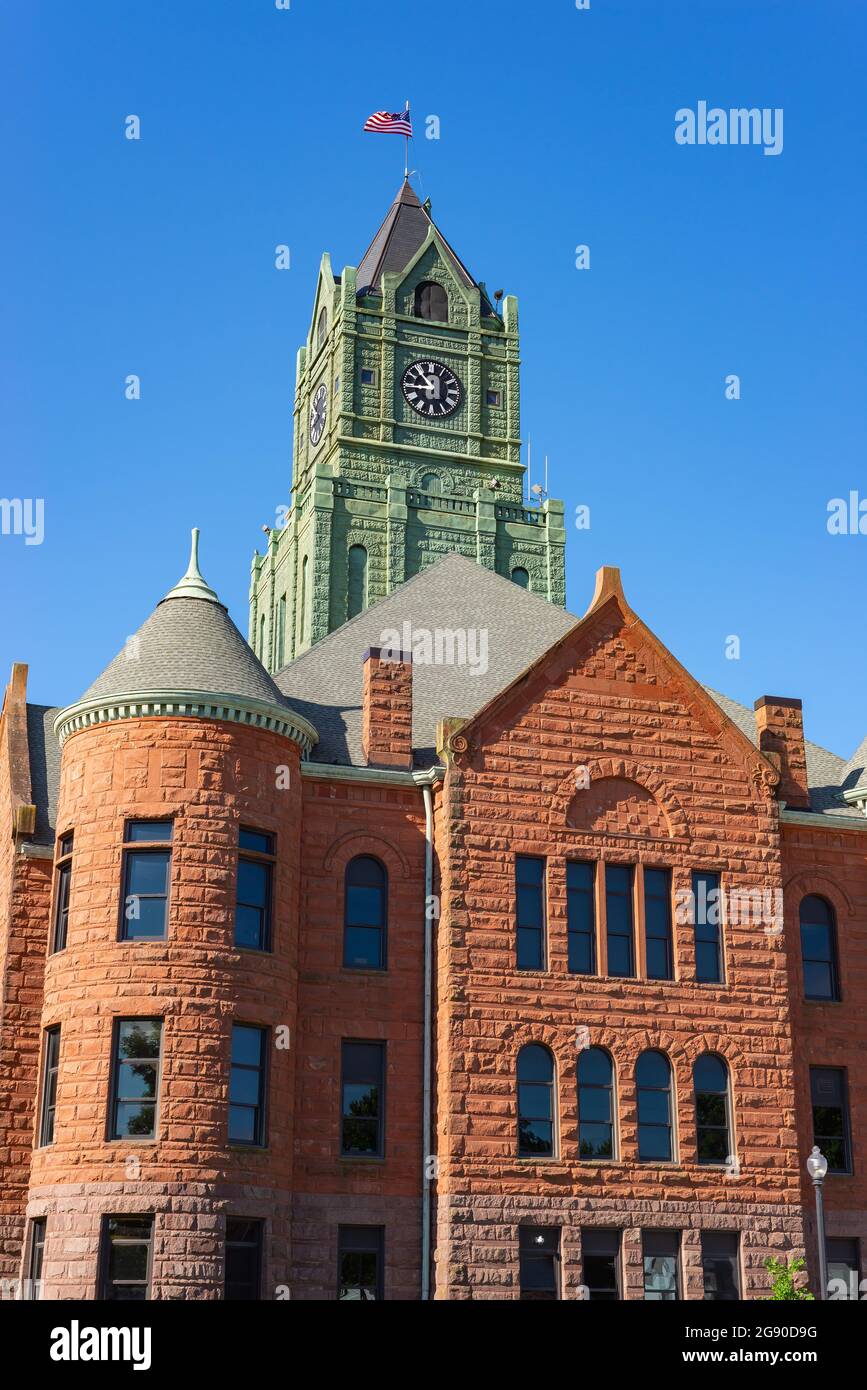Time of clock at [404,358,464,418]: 8:53
